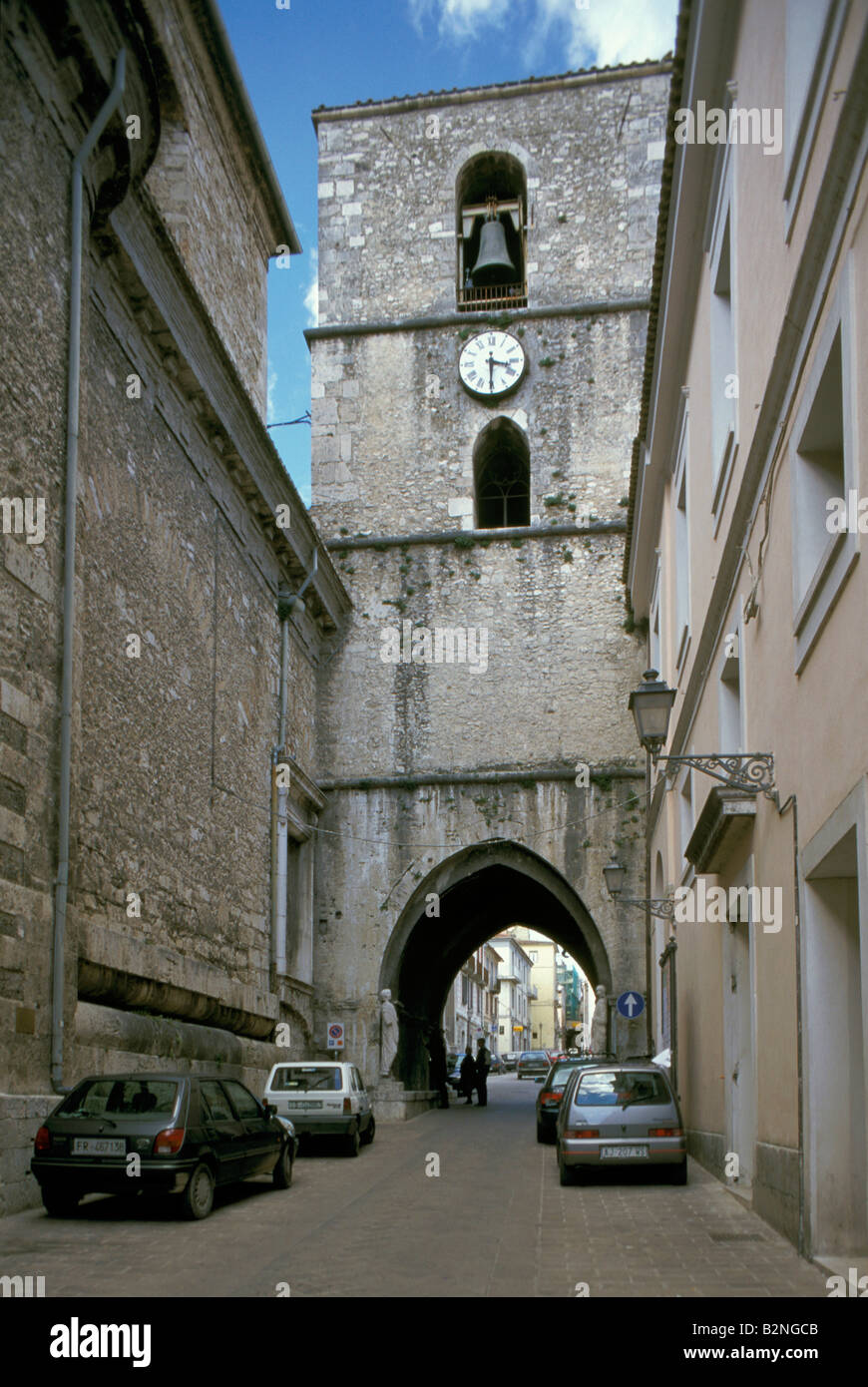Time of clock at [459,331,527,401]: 3:30
